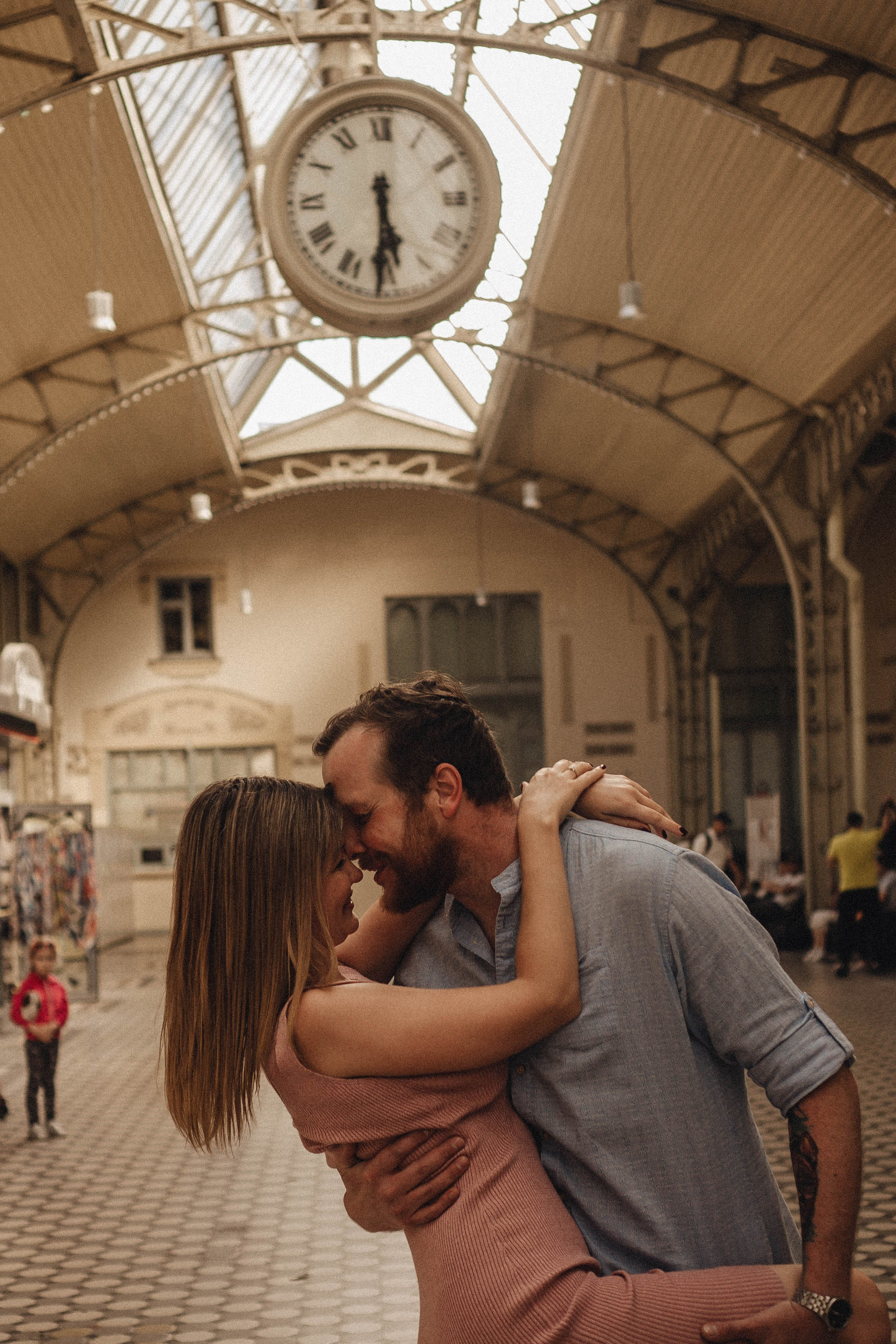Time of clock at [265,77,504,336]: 5:30
